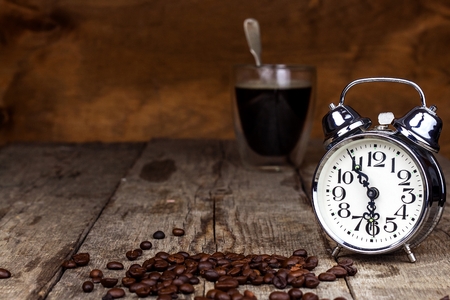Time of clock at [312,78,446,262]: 5:54
